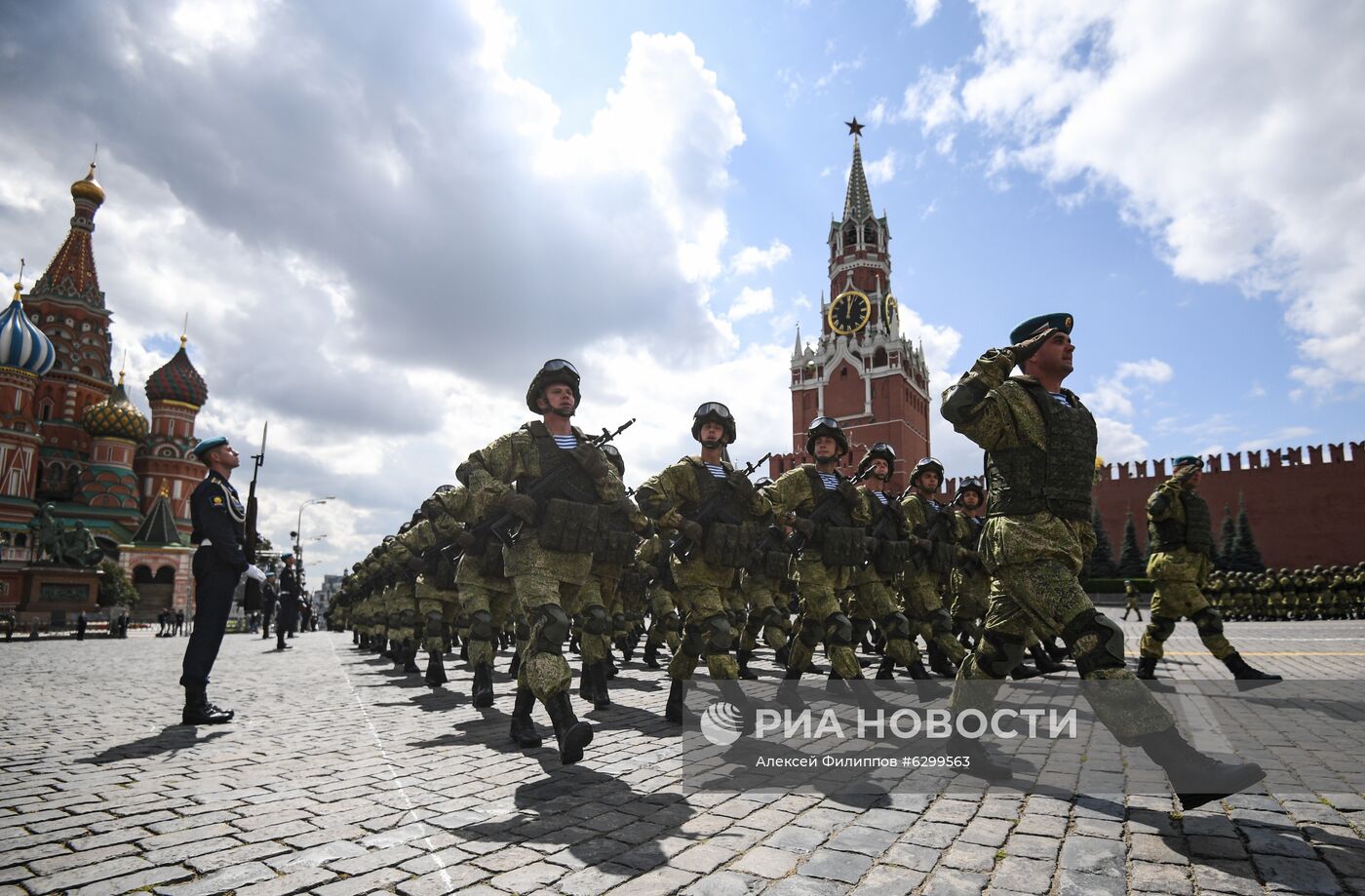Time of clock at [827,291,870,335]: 12:03
